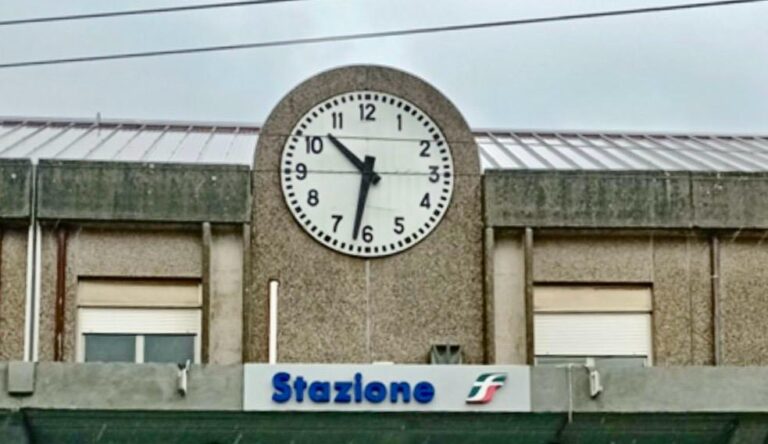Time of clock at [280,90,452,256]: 10:31
